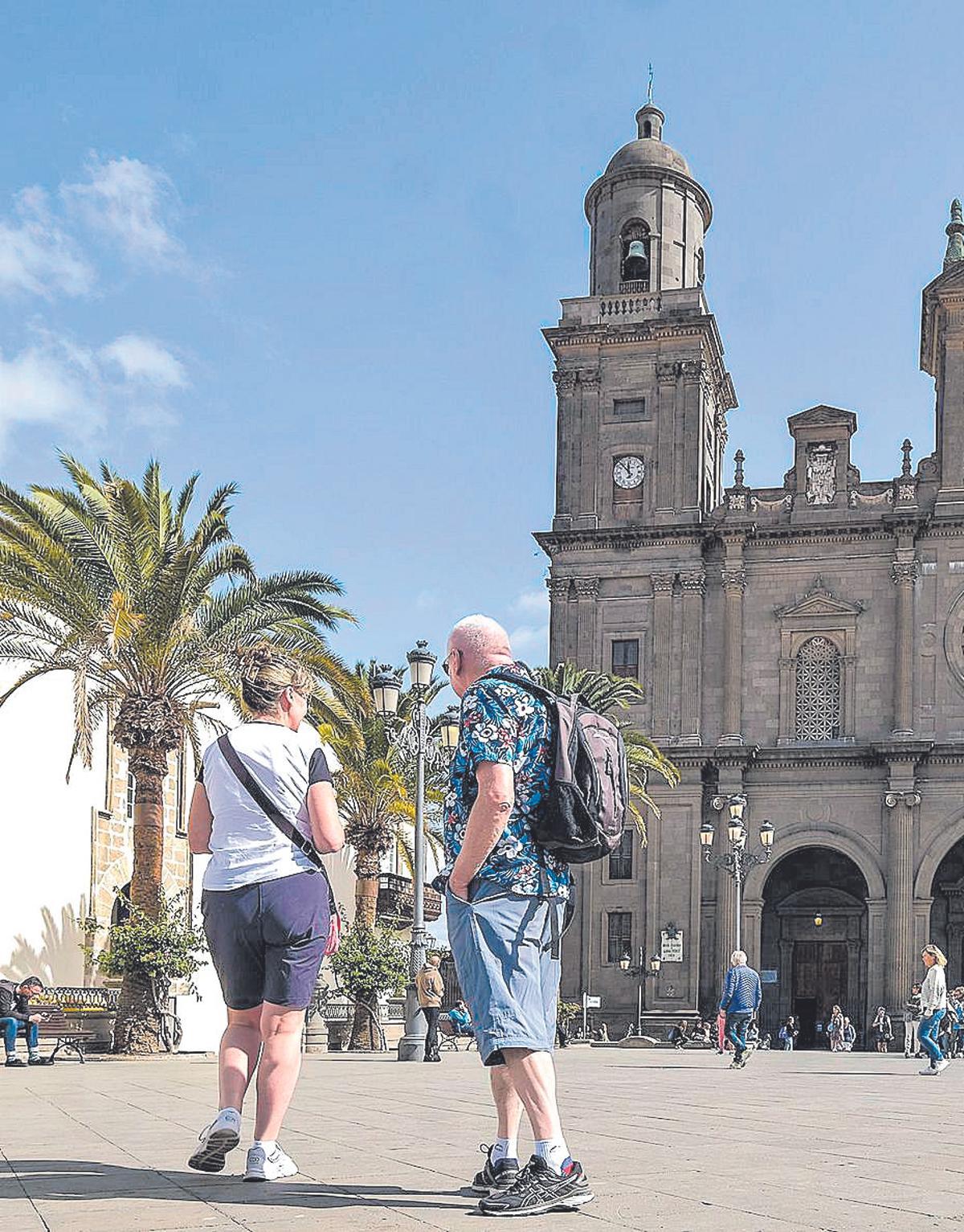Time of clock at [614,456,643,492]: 11:52
